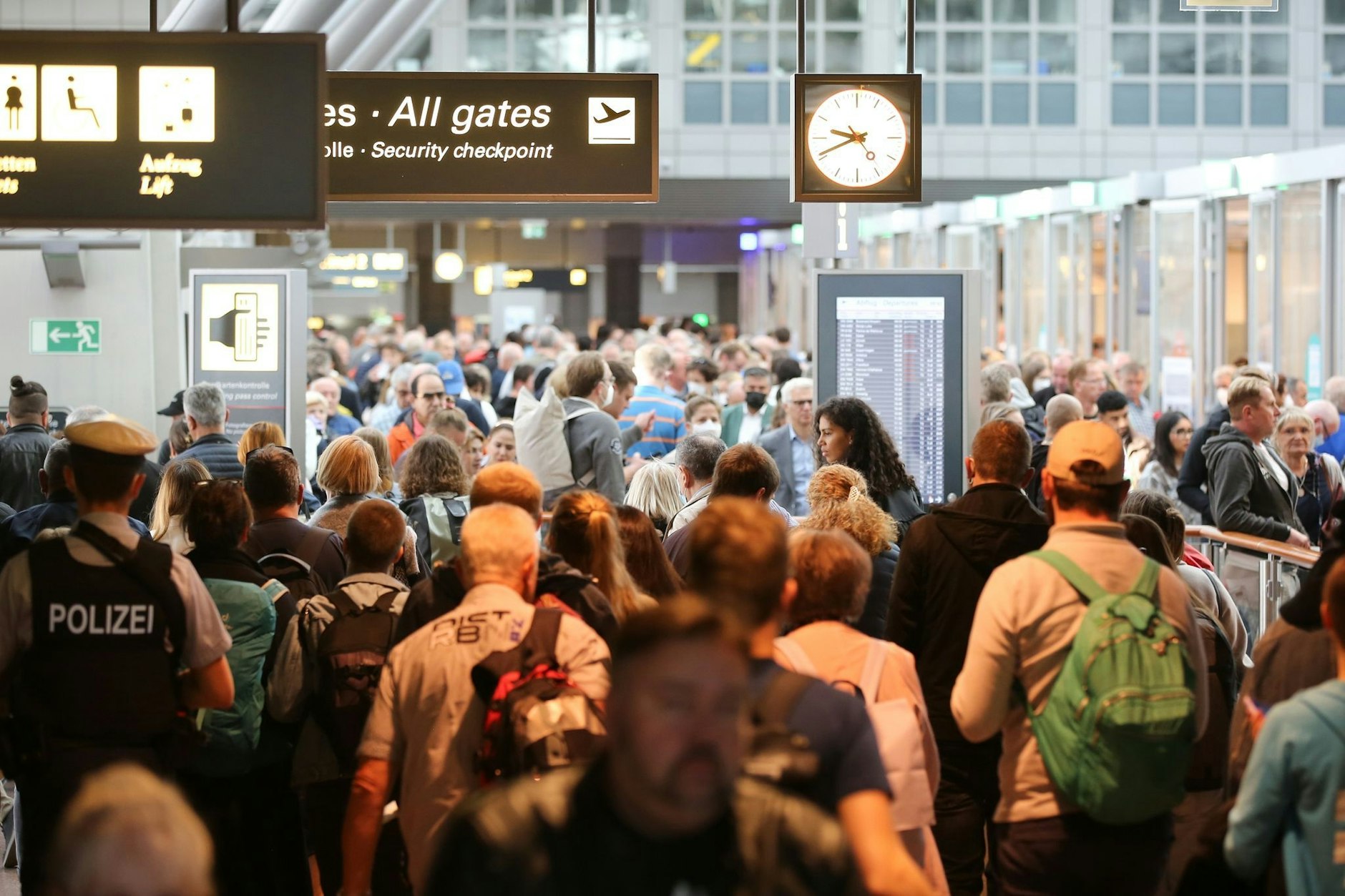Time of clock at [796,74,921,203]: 9:41
